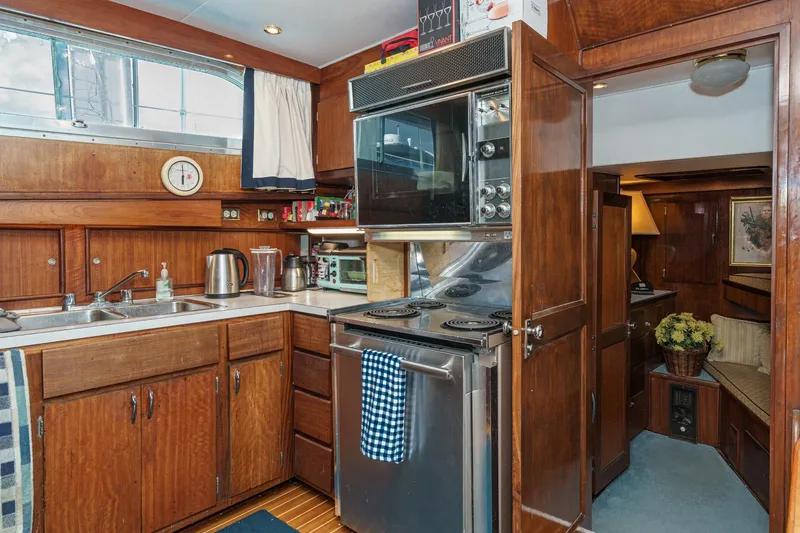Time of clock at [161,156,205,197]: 6:00
